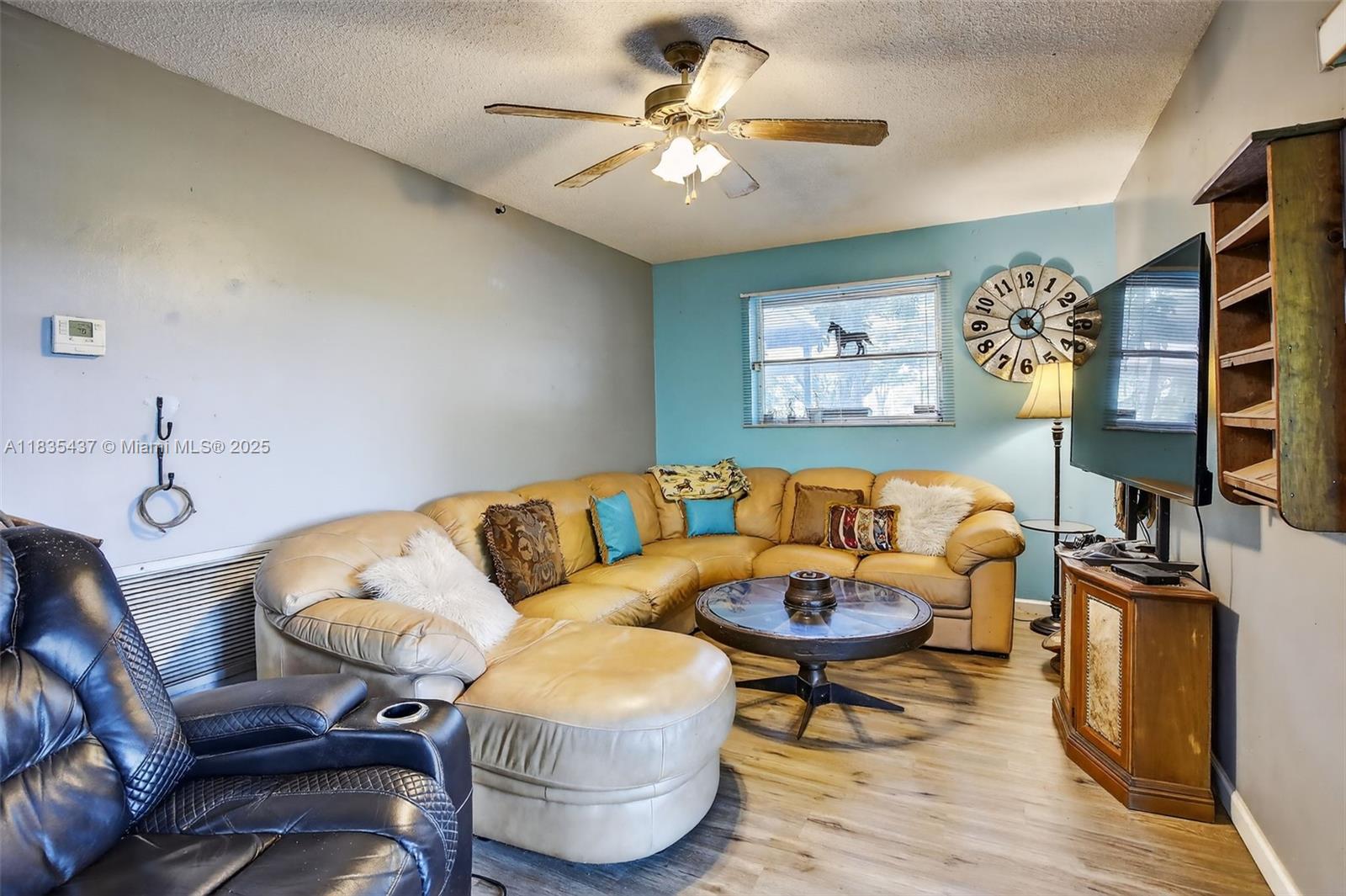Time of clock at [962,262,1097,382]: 1:22
